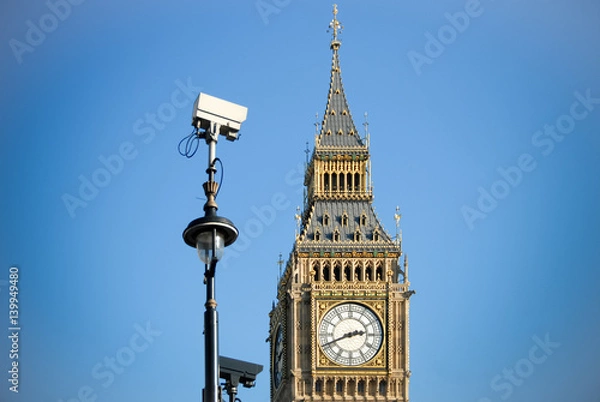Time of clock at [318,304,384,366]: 2:41
